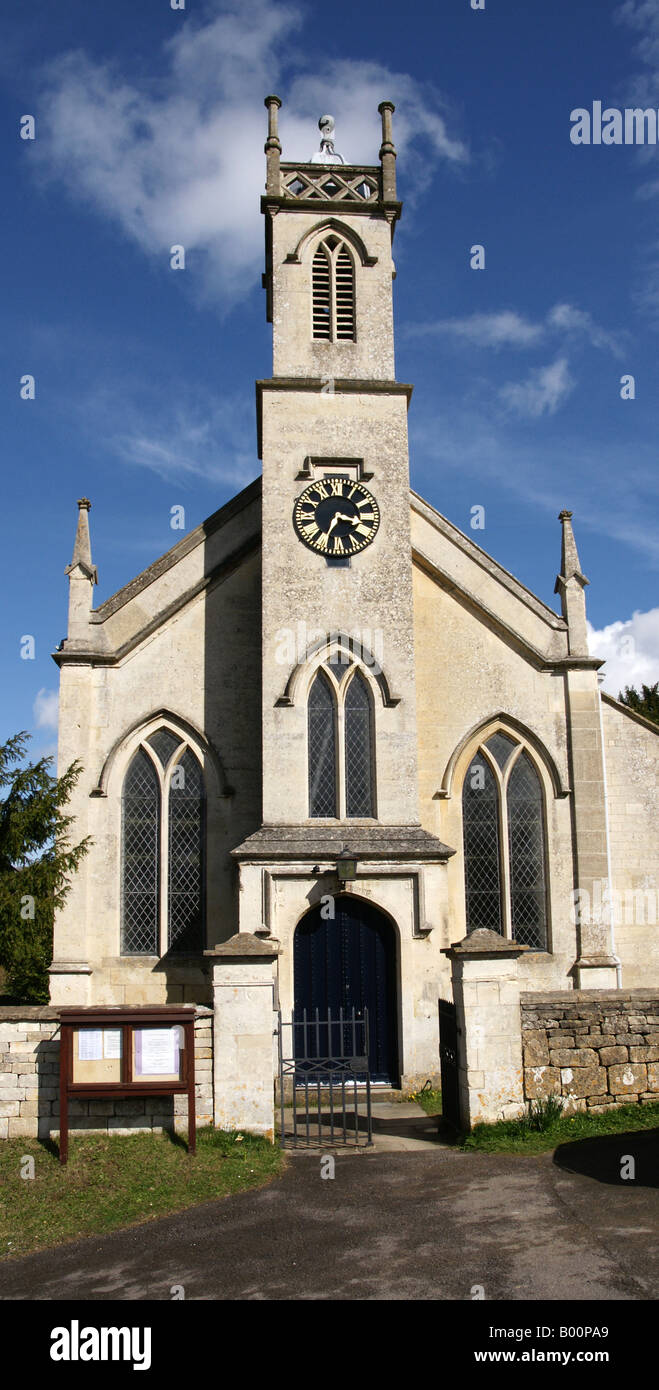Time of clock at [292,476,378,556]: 3:34
